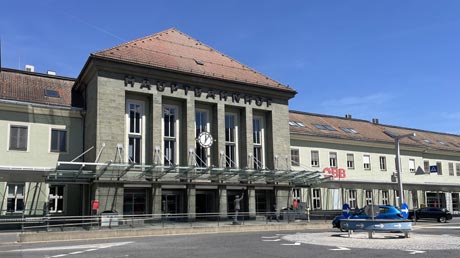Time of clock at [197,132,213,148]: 12:07
